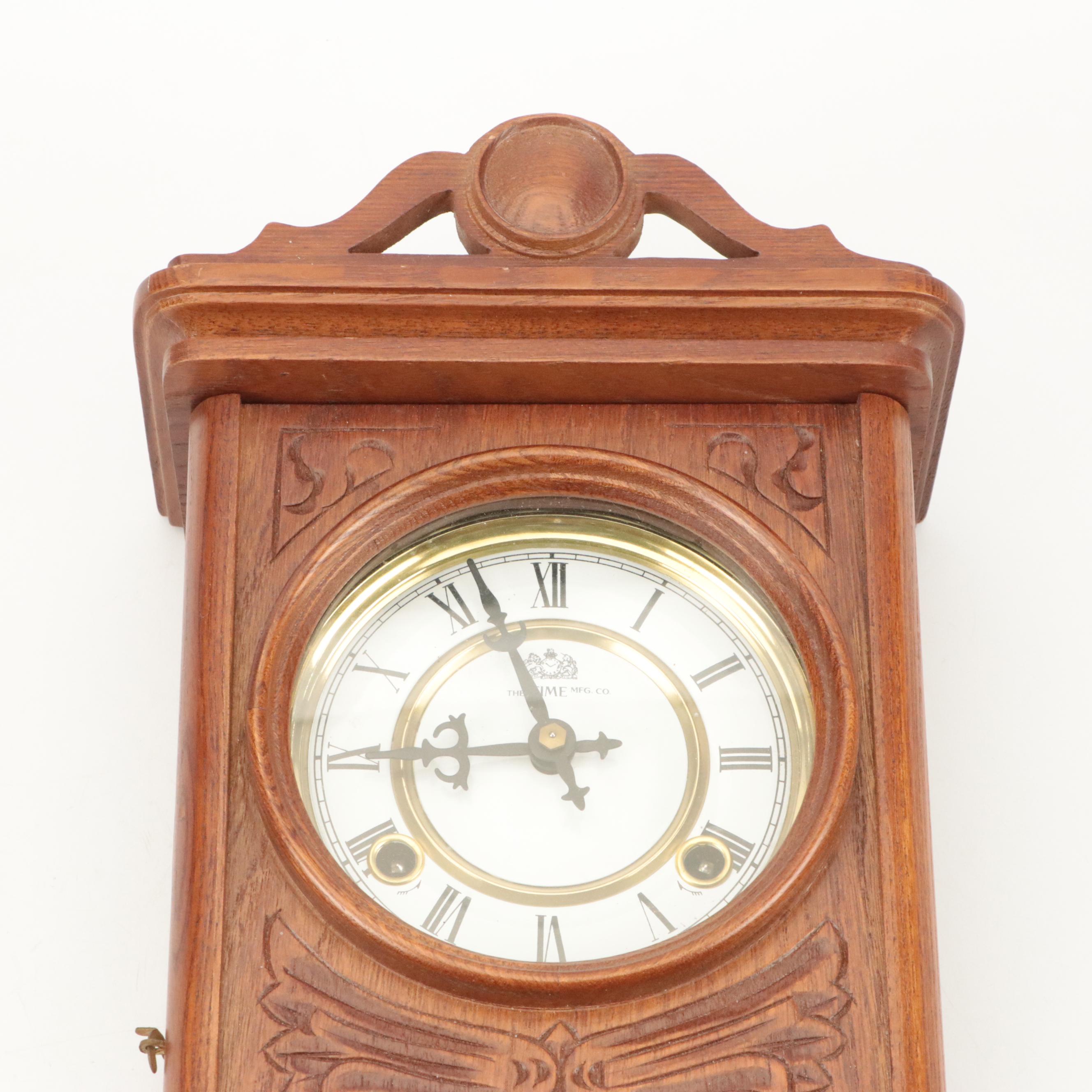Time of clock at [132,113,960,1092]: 8:56
